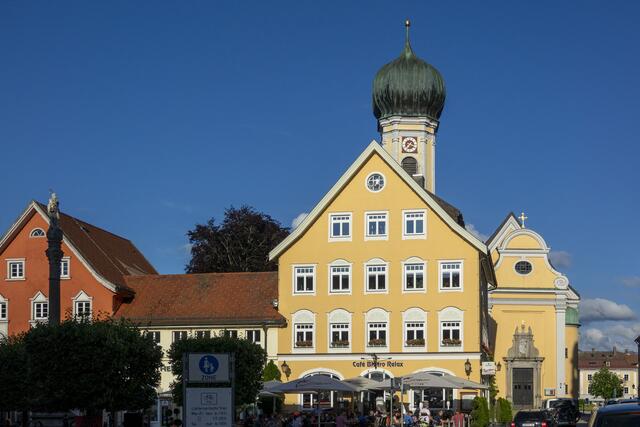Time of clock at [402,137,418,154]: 7:18
